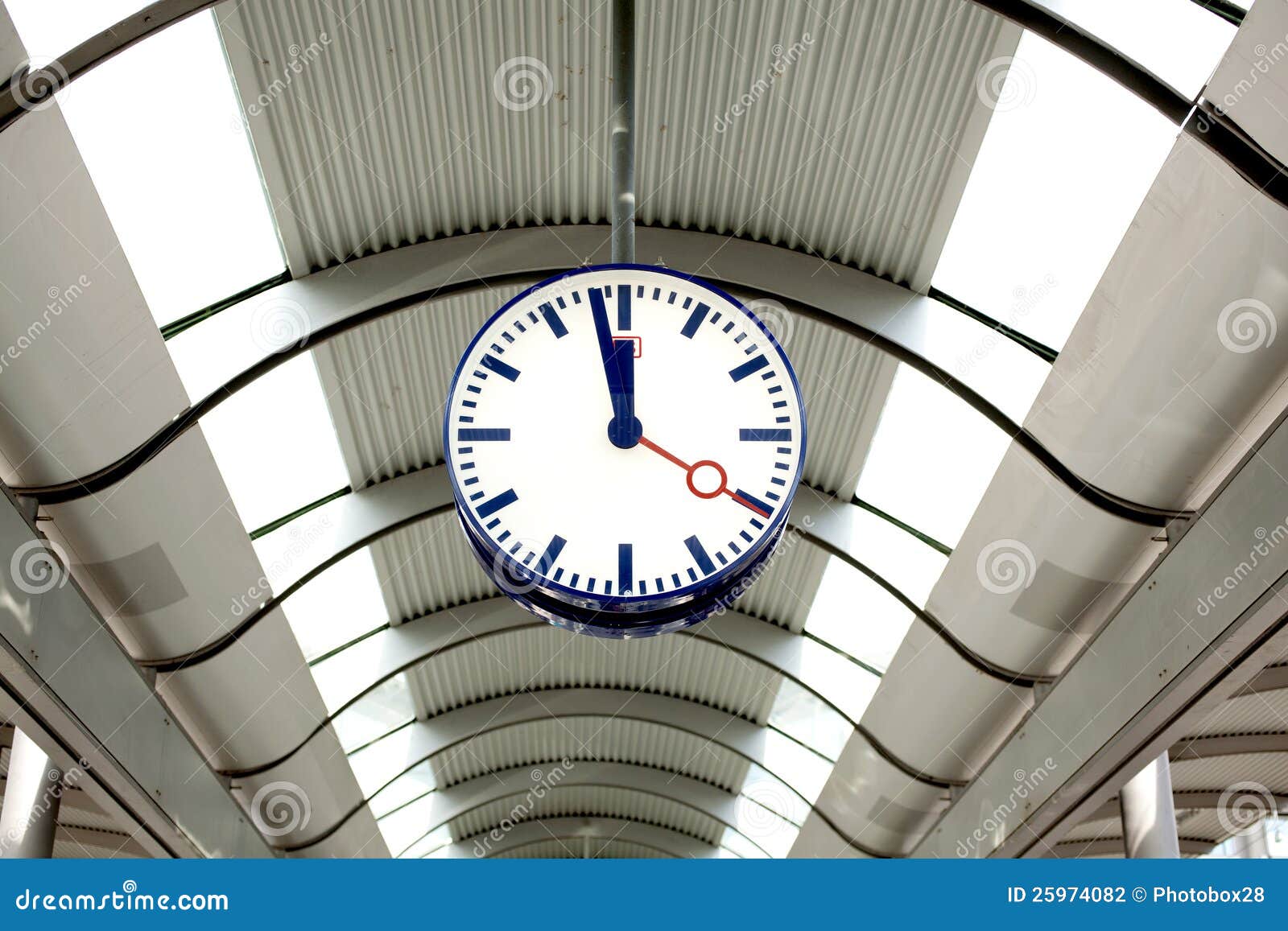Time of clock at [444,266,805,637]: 11:58
